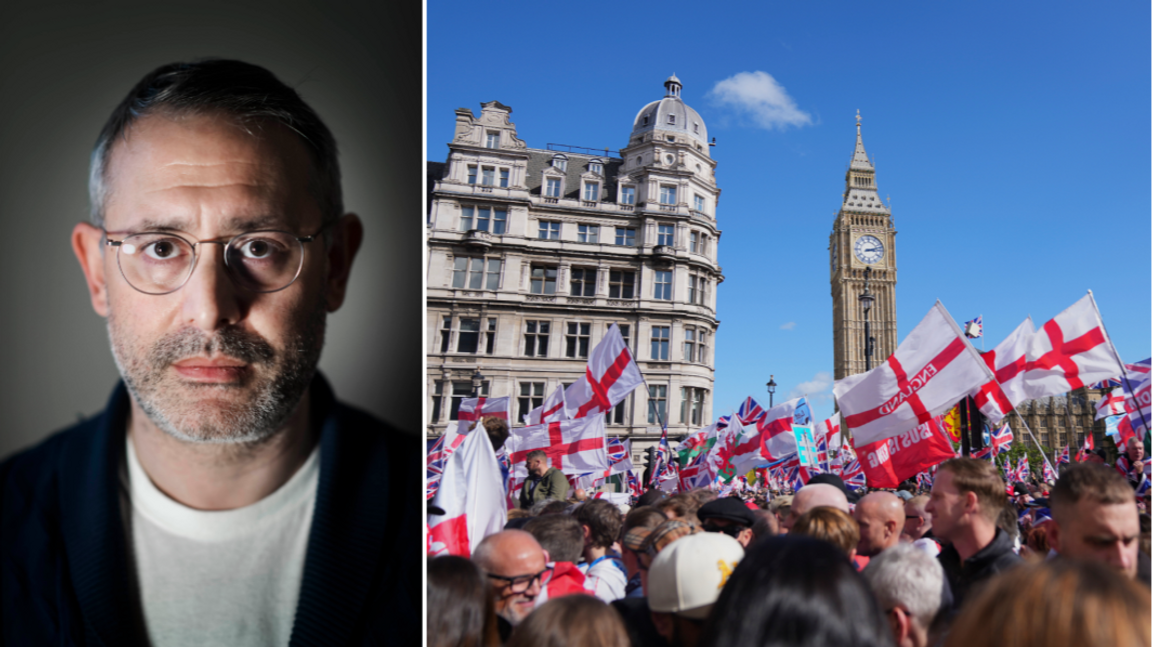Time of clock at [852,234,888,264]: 3:12
